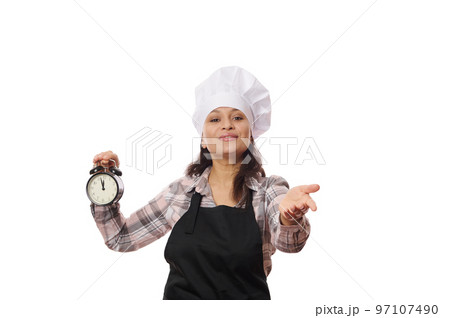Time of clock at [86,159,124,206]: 11:57
